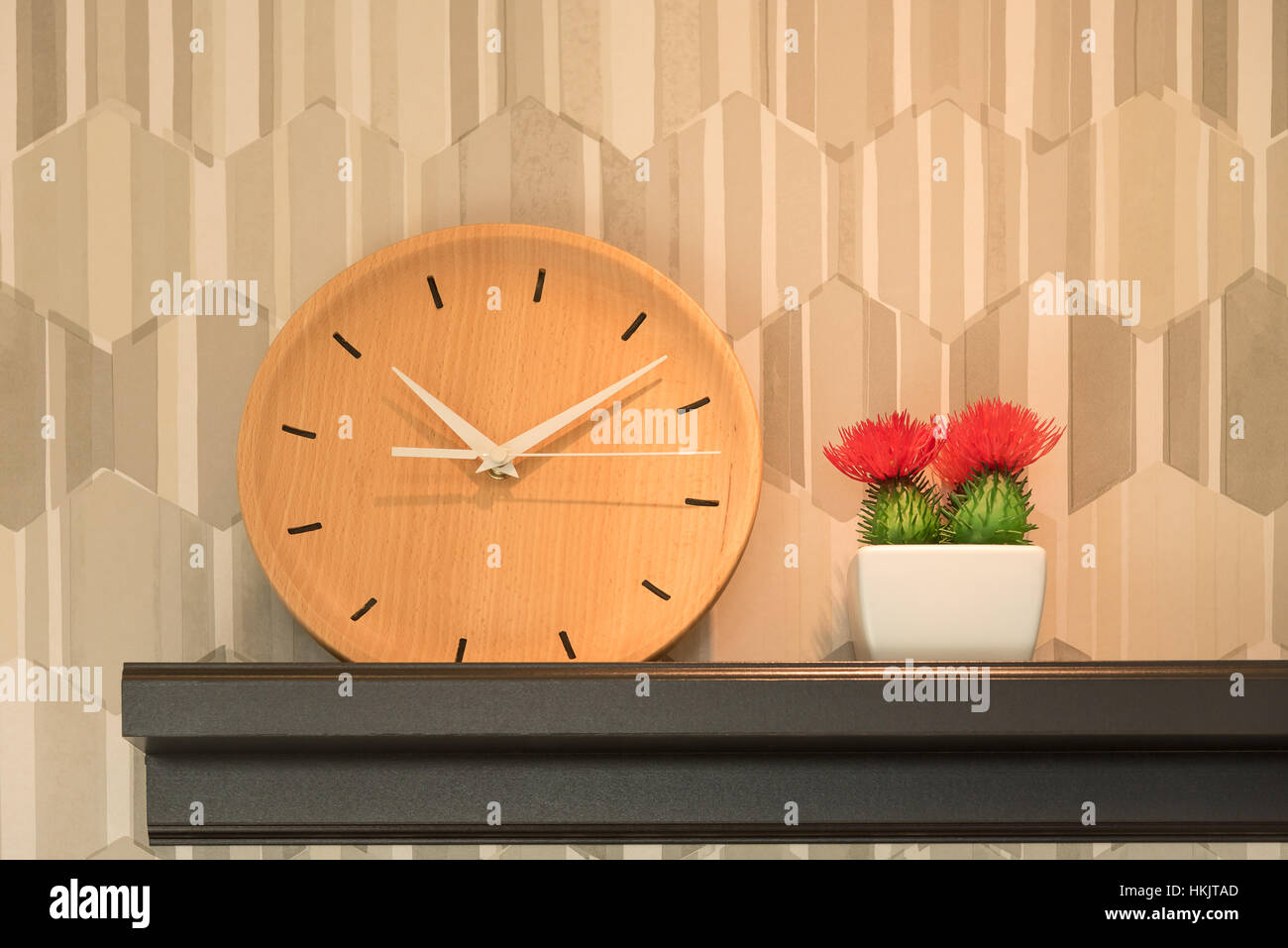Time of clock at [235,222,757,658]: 10:07
